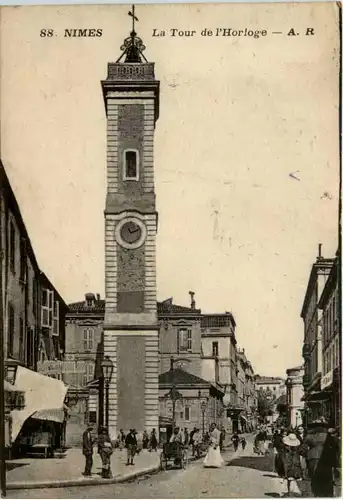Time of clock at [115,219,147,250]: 11:11
